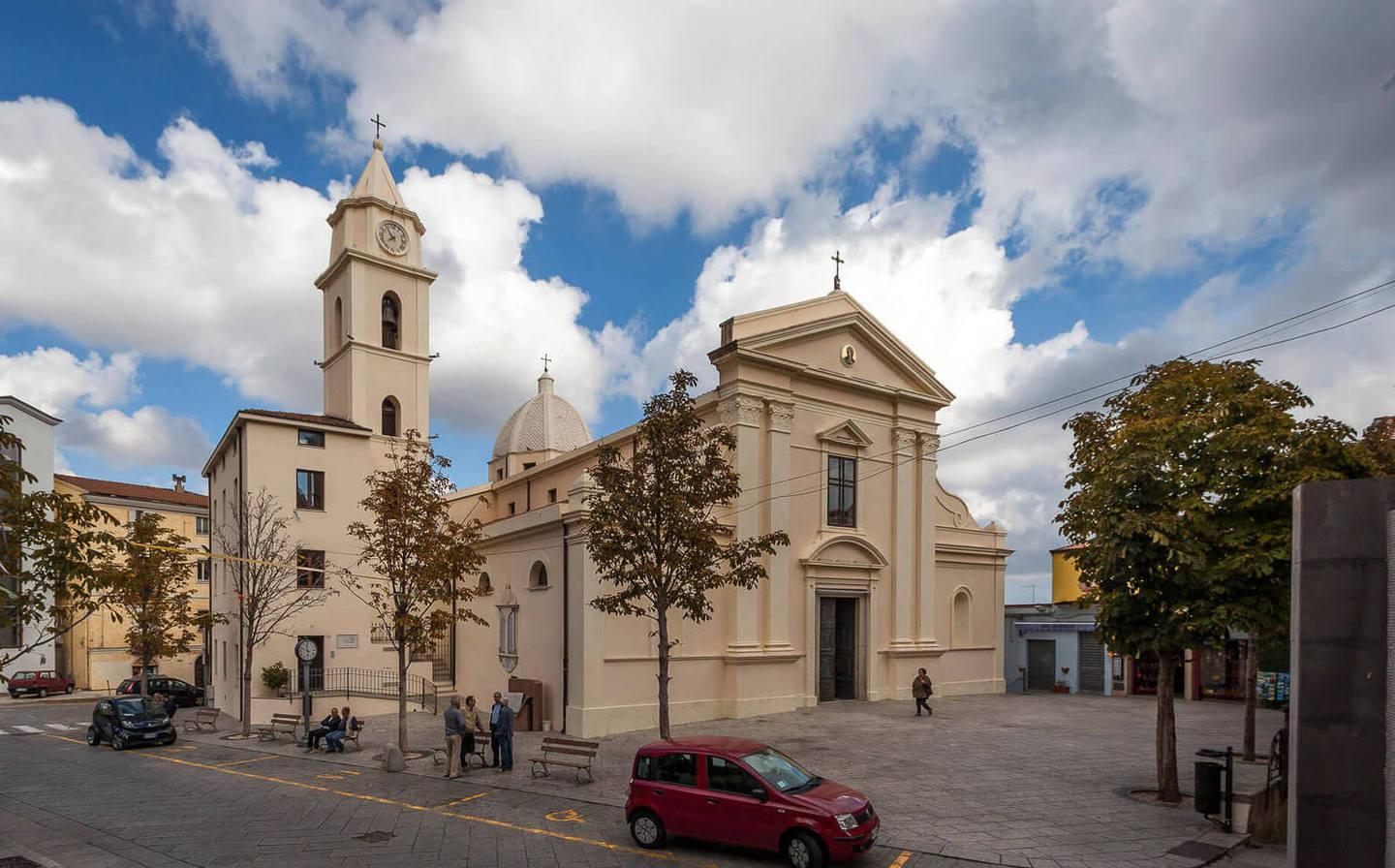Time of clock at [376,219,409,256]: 7:53
